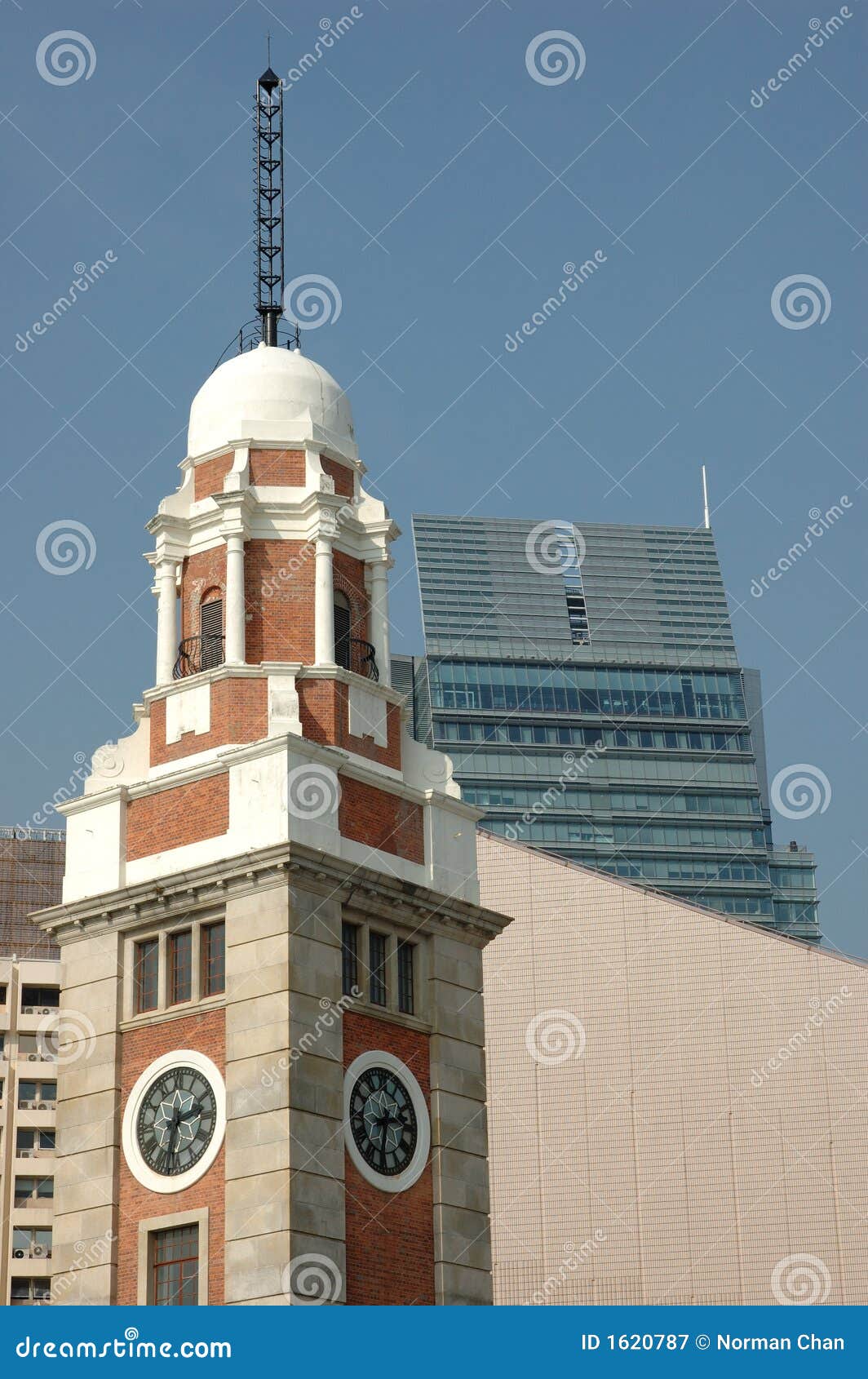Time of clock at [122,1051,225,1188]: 2:32
